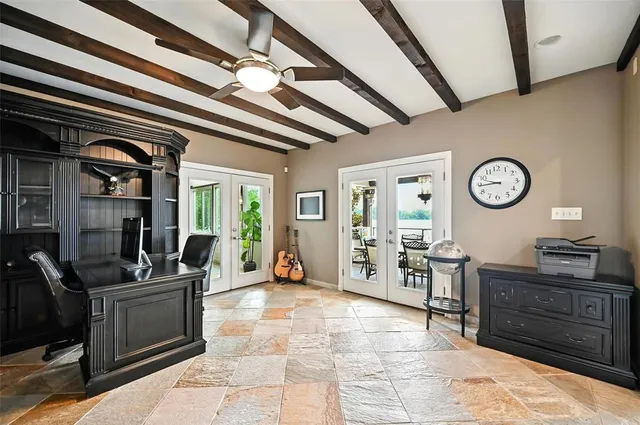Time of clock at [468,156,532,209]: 9:44
